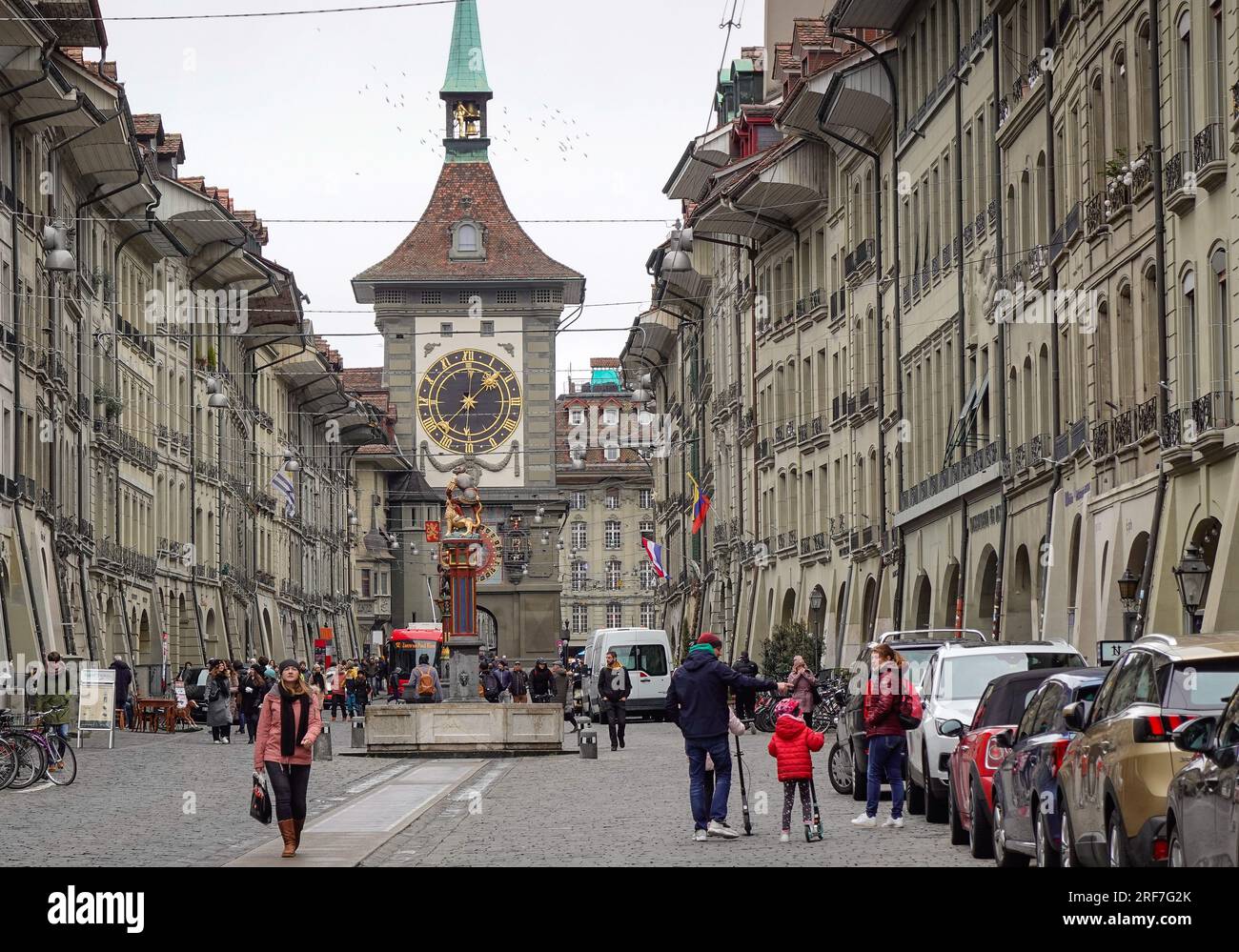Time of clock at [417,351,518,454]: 1:37
